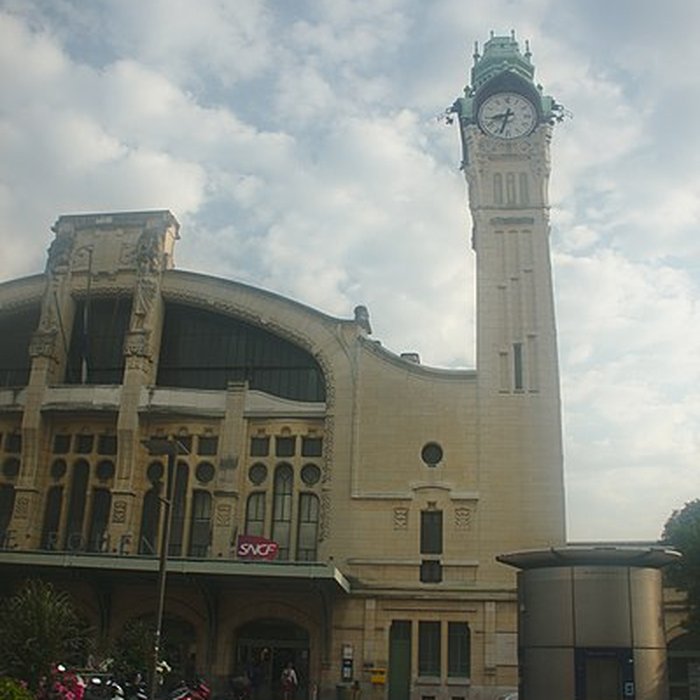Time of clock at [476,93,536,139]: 8:33
